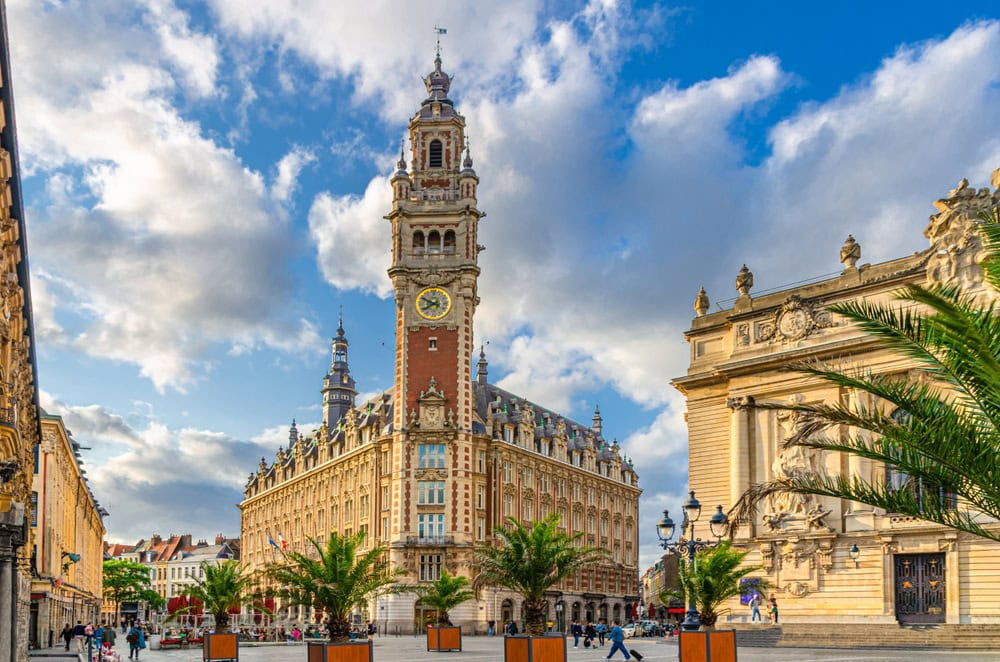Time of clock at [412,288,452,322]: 7:49
